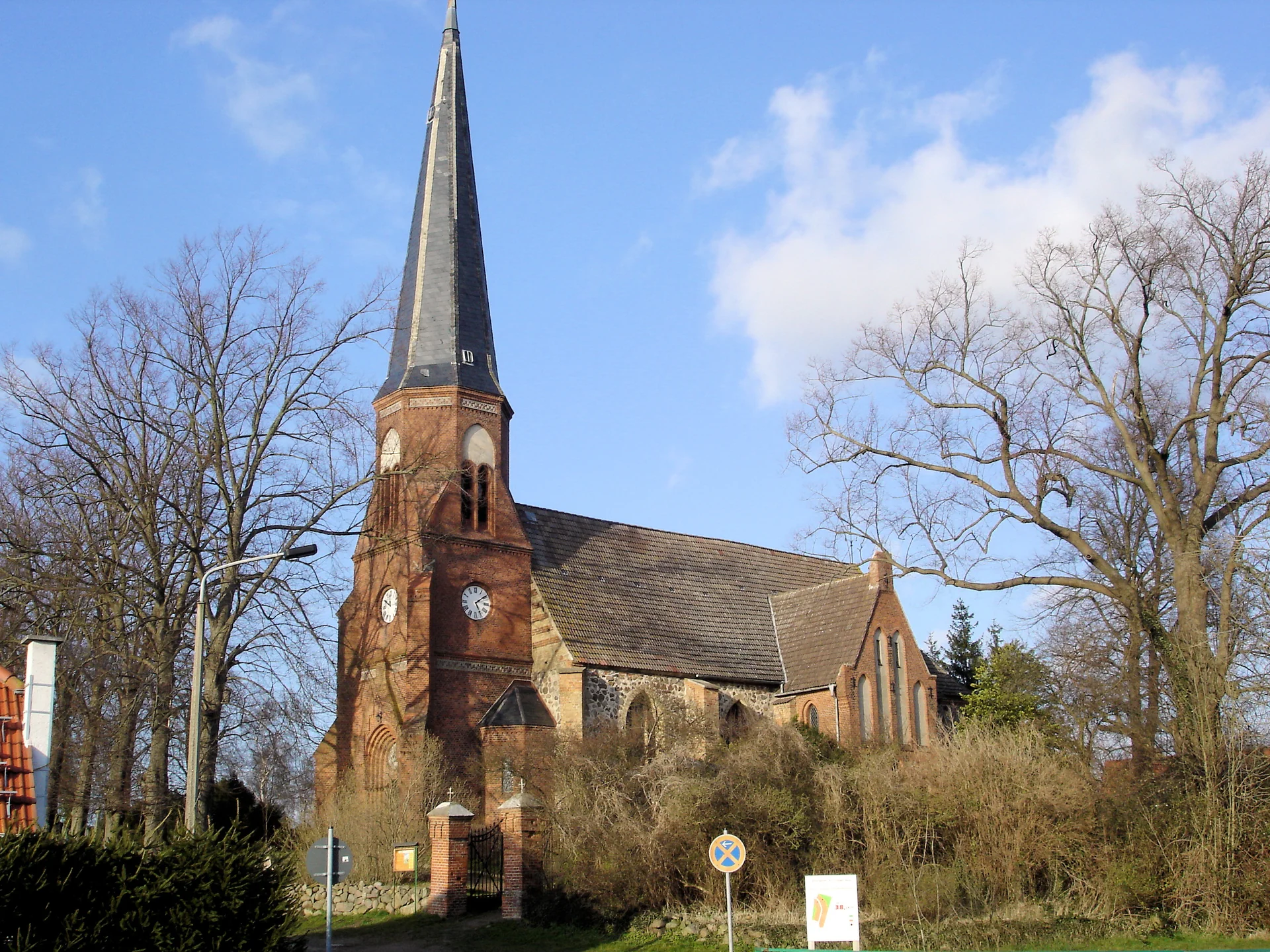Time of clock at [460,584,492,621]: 5:09
